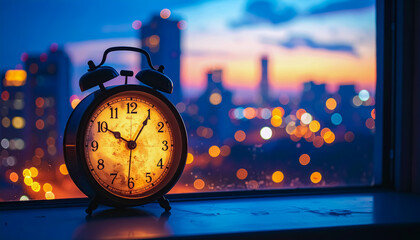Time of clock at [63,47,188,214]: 10:05
